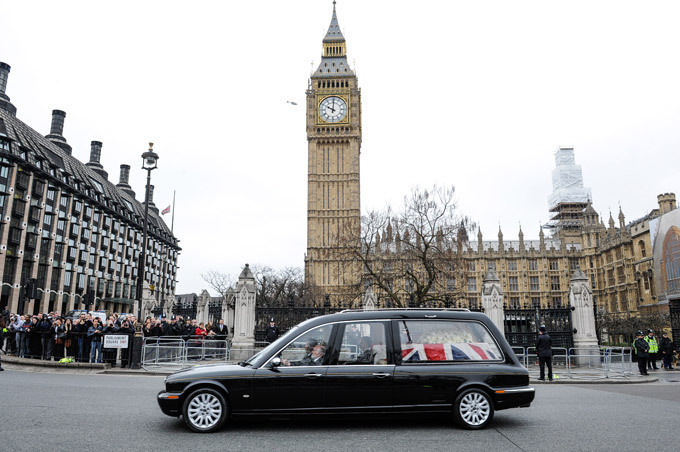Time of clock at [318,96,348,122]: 10:00
